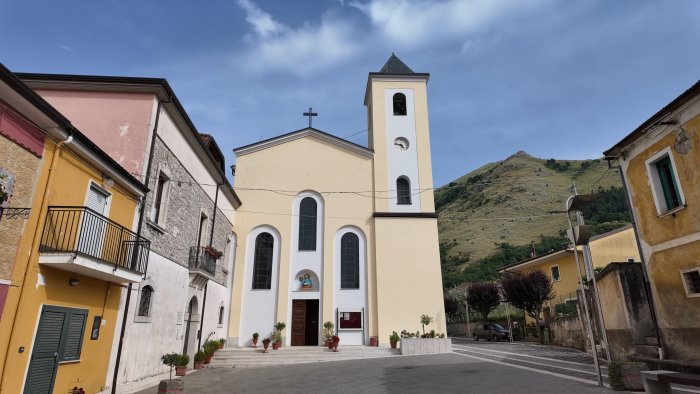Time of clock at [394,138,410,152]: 4:46
